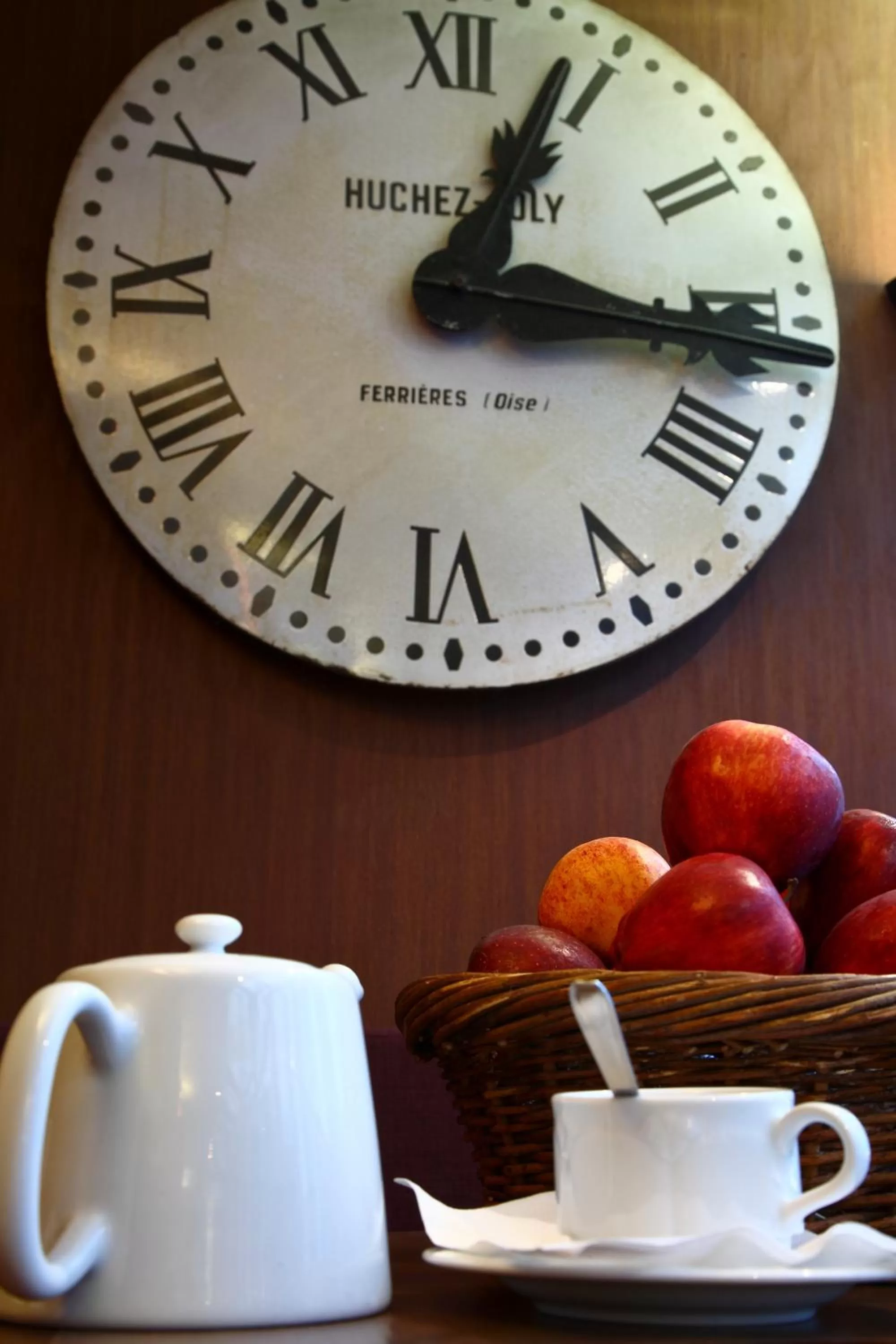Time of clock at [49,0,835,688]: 1:16
